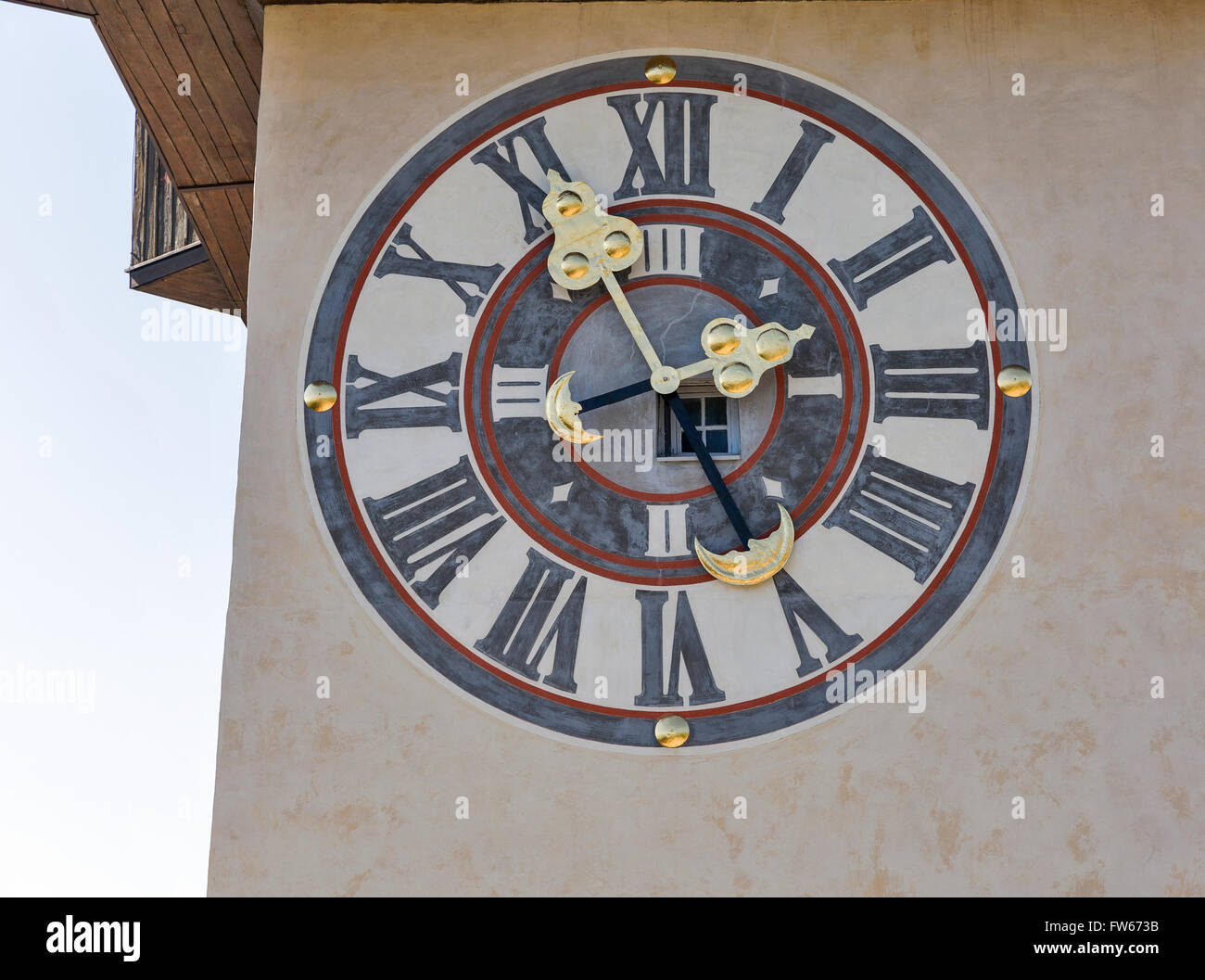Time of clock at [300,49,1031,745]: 2:25
